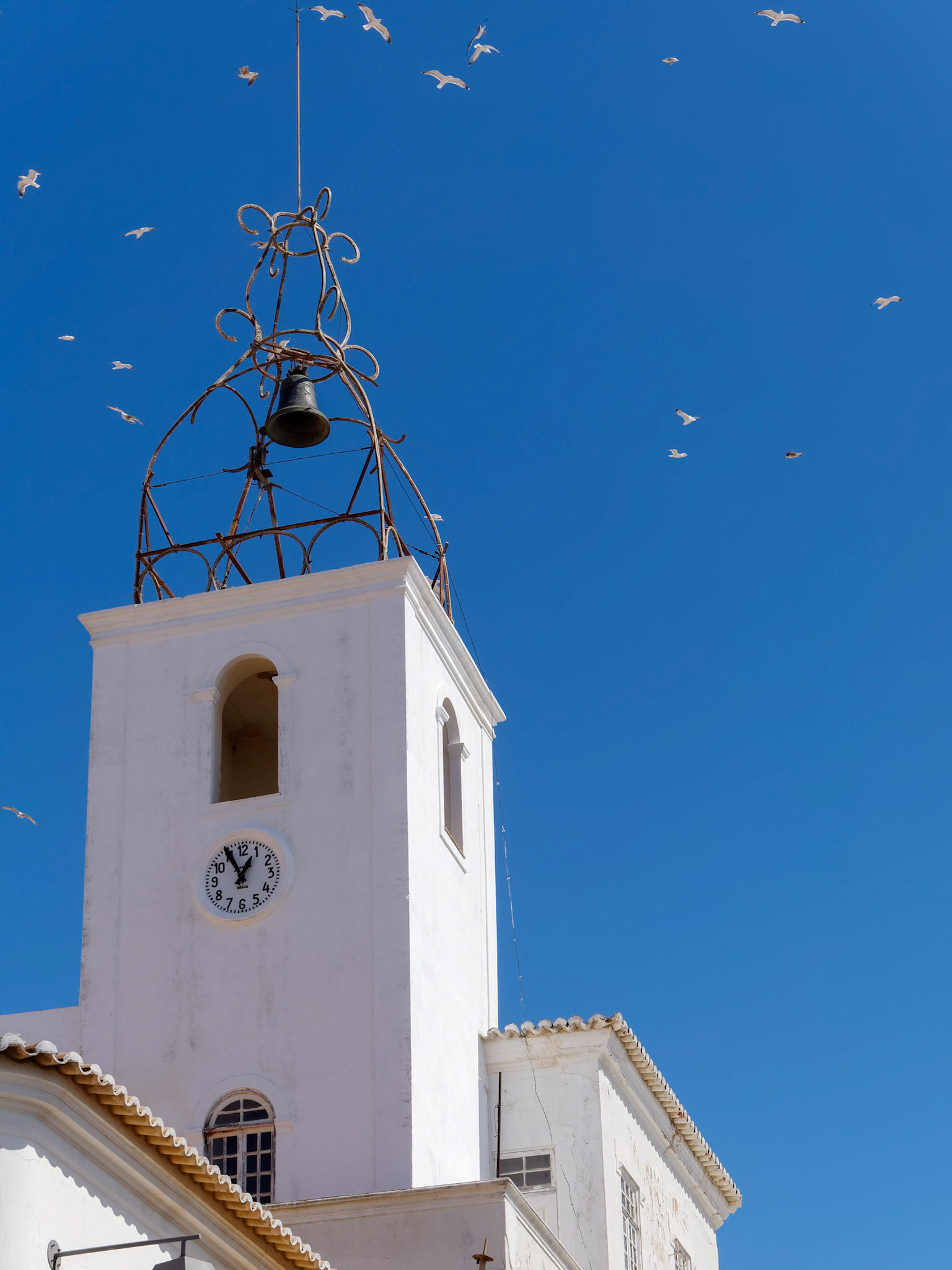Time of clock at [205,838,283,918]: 12:55
